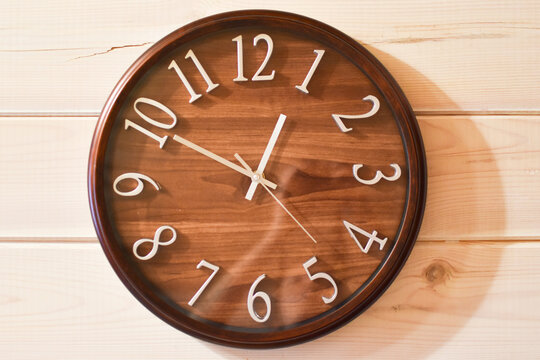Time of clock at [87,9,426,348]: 12:50
